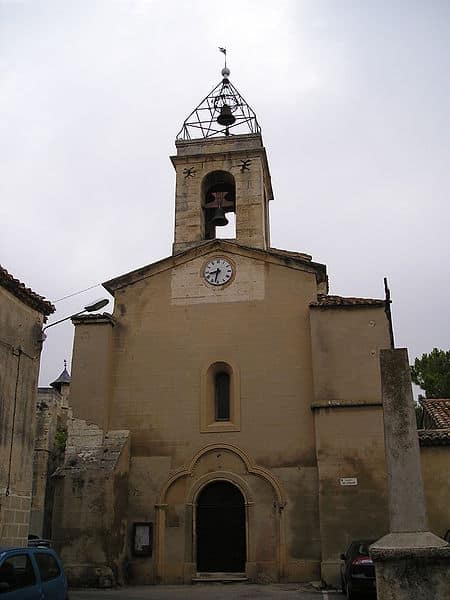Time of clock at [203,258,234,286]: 8:32
